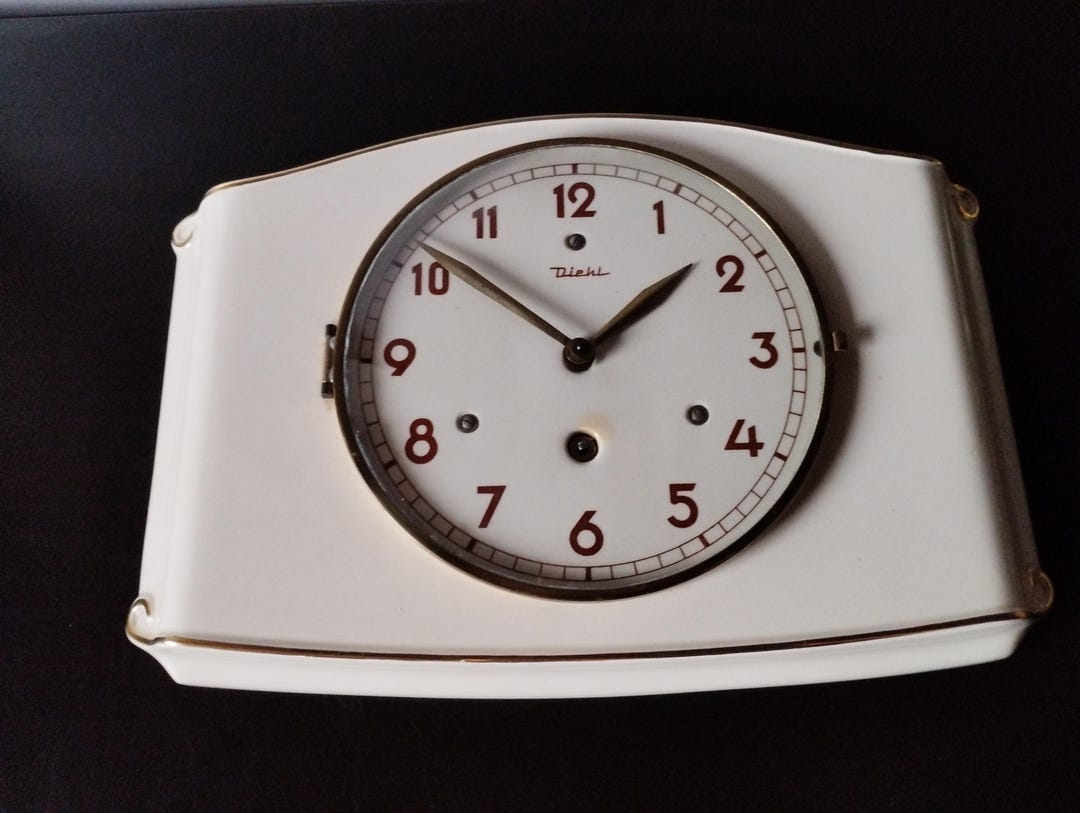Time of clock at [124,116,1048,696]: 1:51
